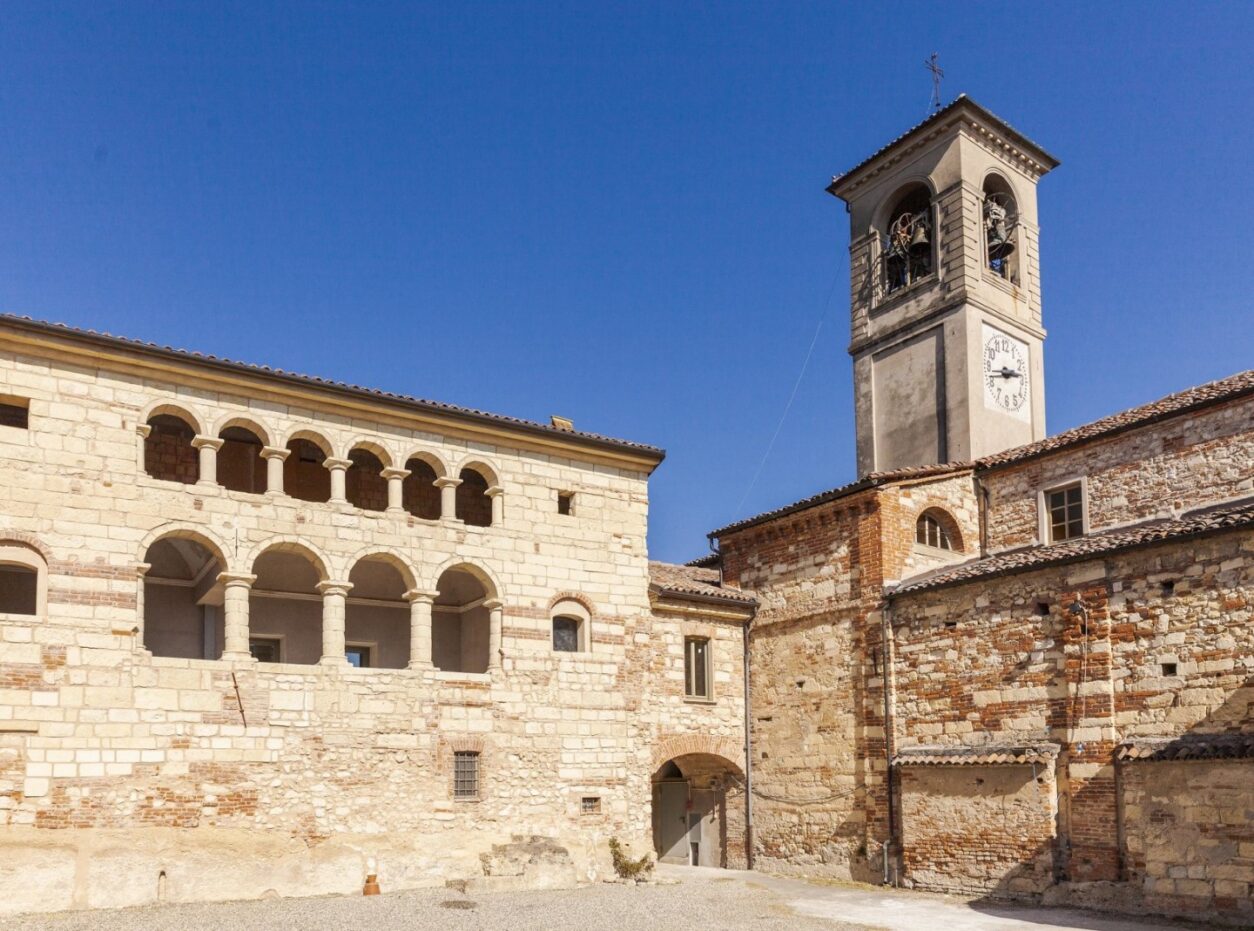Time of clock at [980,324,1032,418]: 2:43
